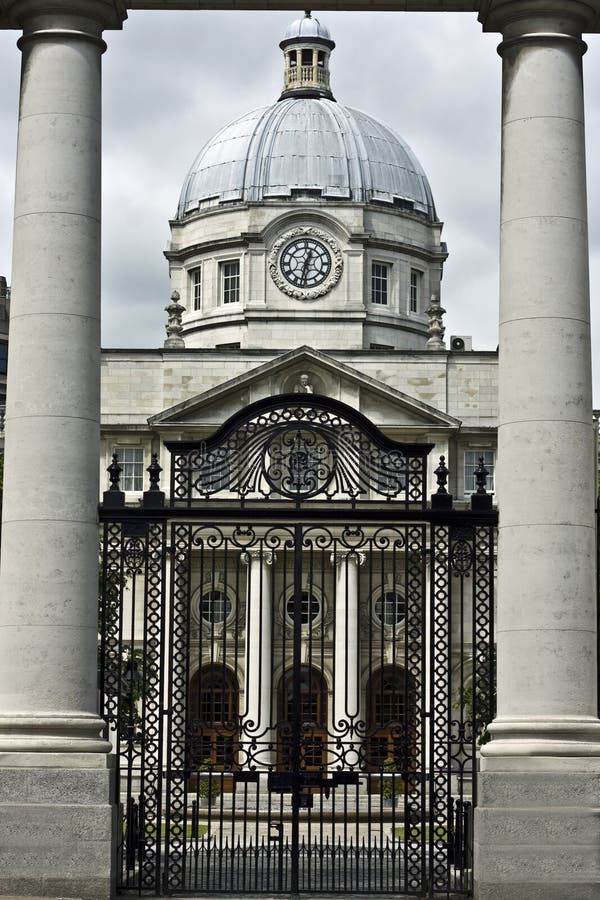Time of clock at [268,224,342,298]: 12:32
